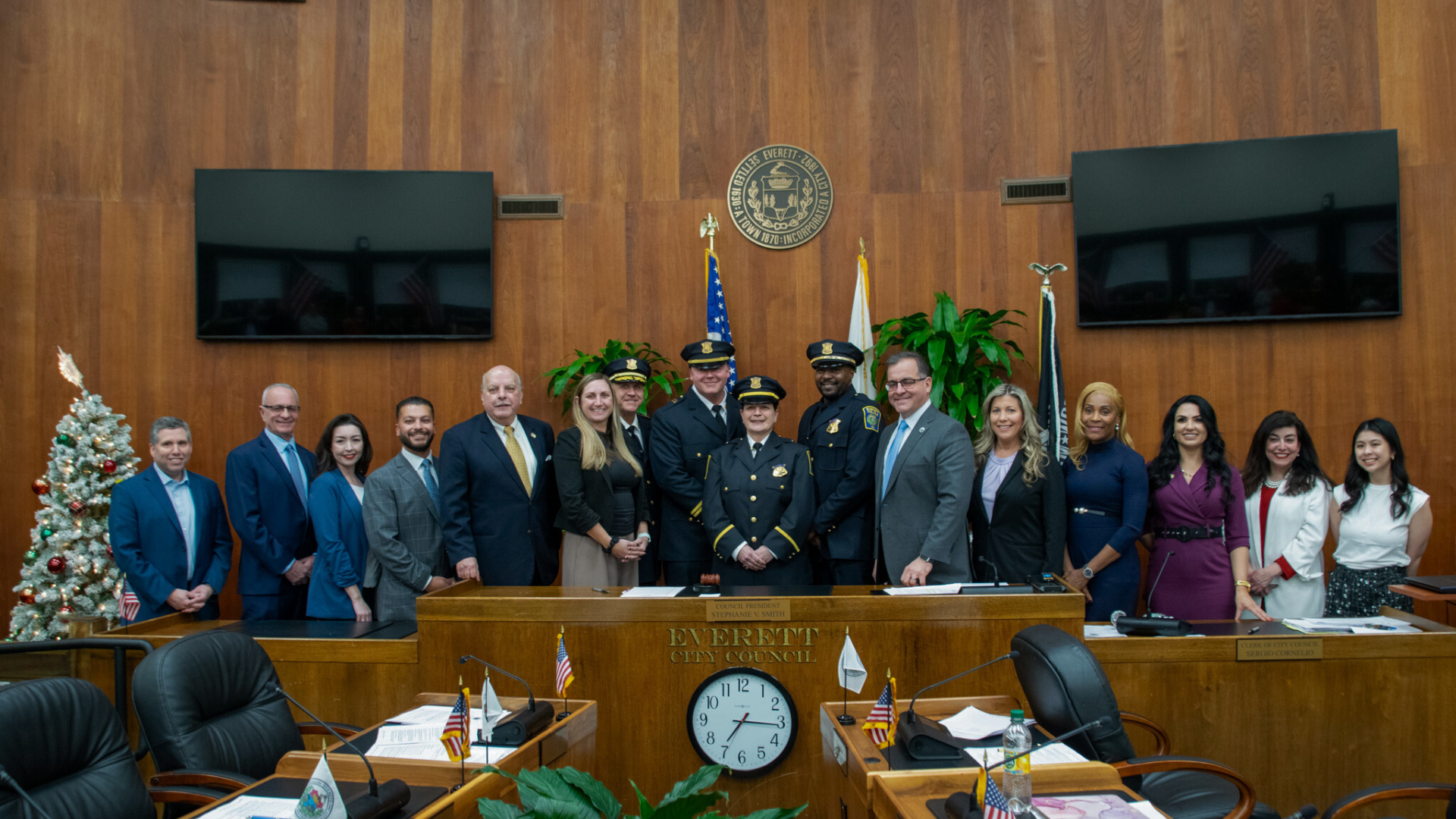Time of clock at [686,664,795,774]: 7:15
